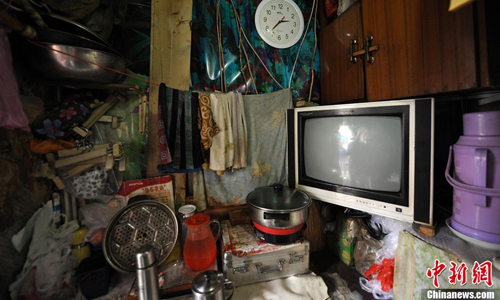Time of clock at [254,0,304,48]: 2:37
